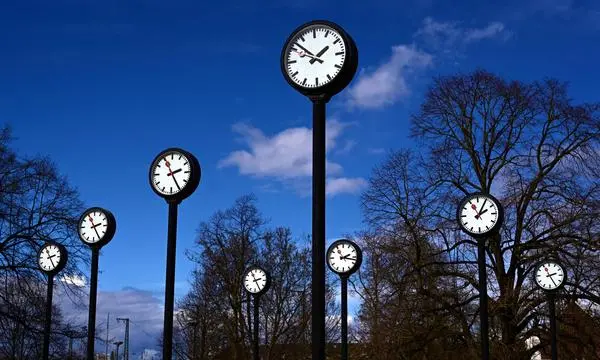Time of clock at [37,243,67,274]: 2:25
